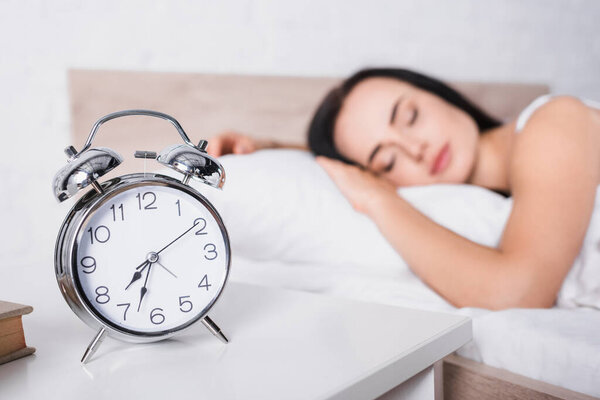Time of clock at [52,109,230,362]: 7:33
